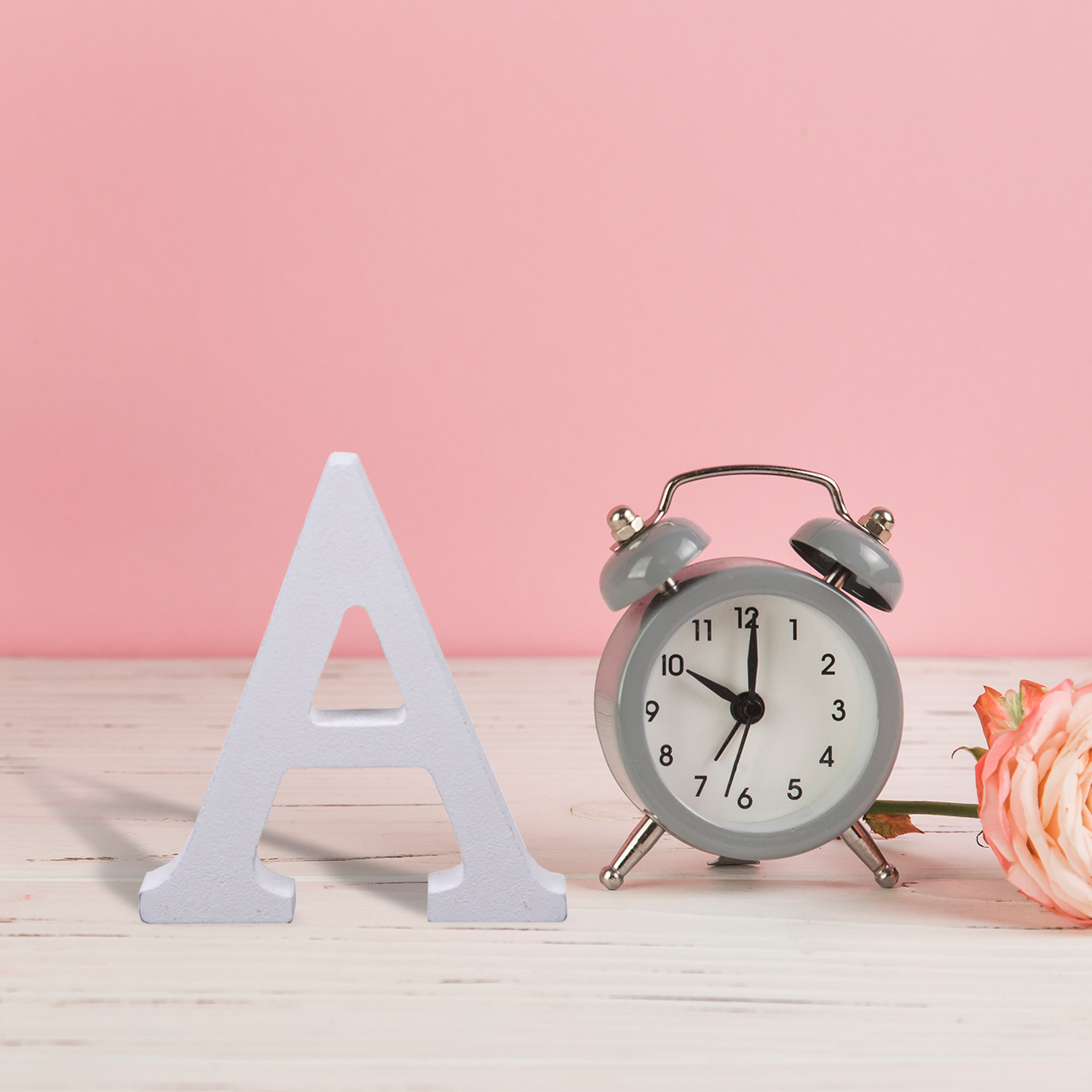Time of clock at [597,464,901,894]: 10:01
